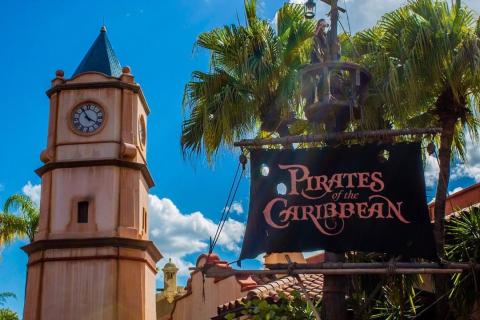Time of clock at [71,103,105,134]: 3:55
